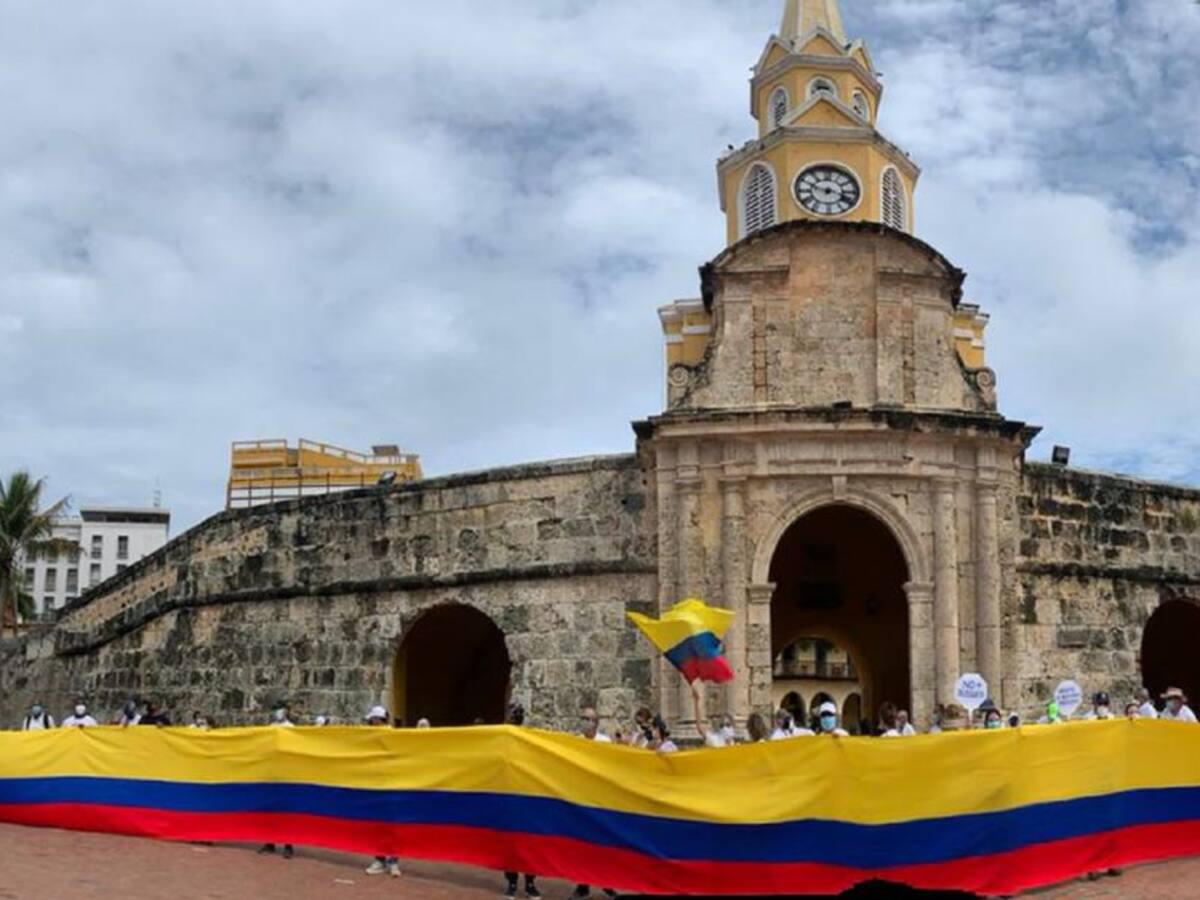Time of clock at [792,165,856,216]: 3:48
